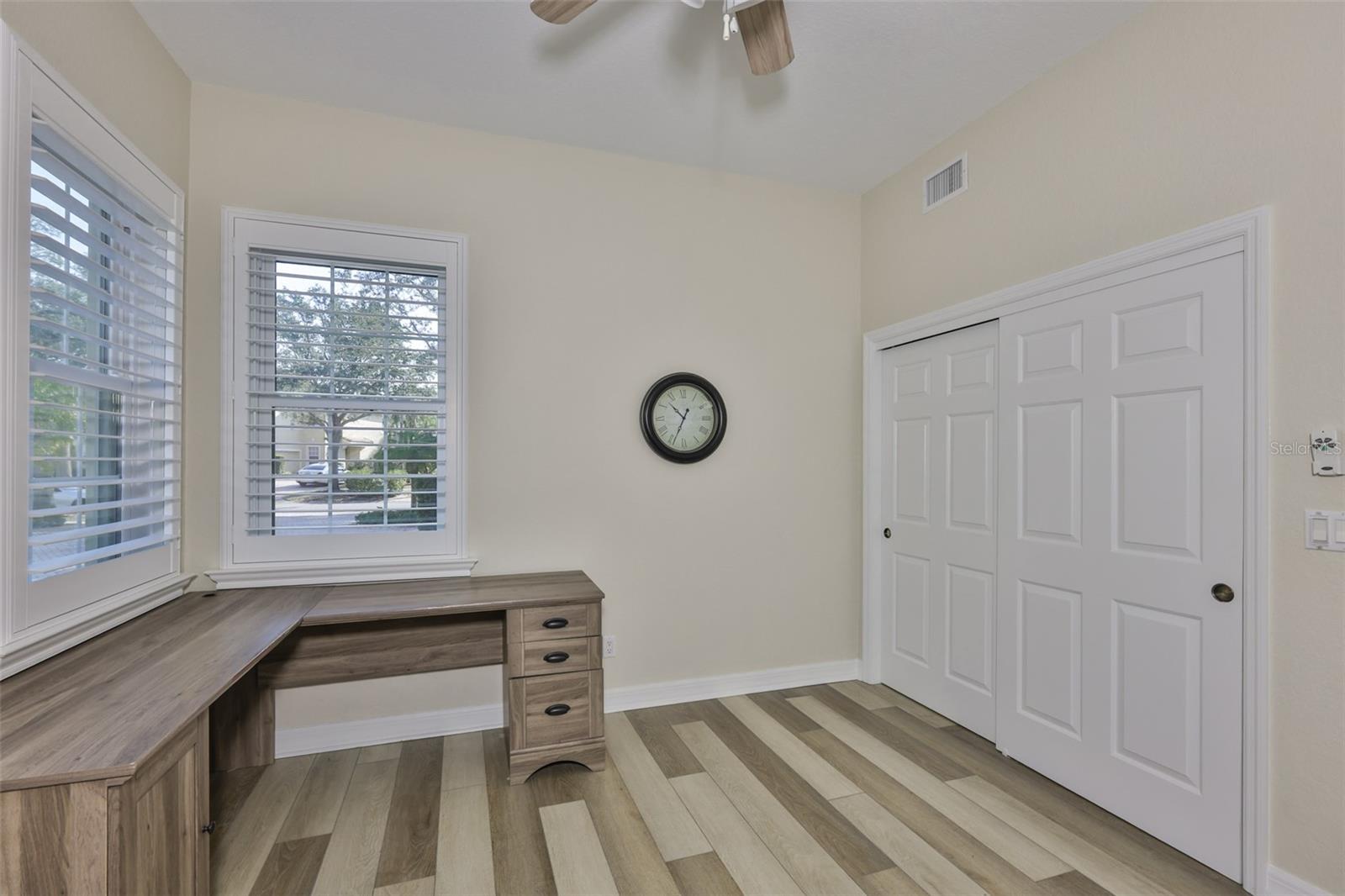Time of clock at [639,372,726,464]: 10:34
